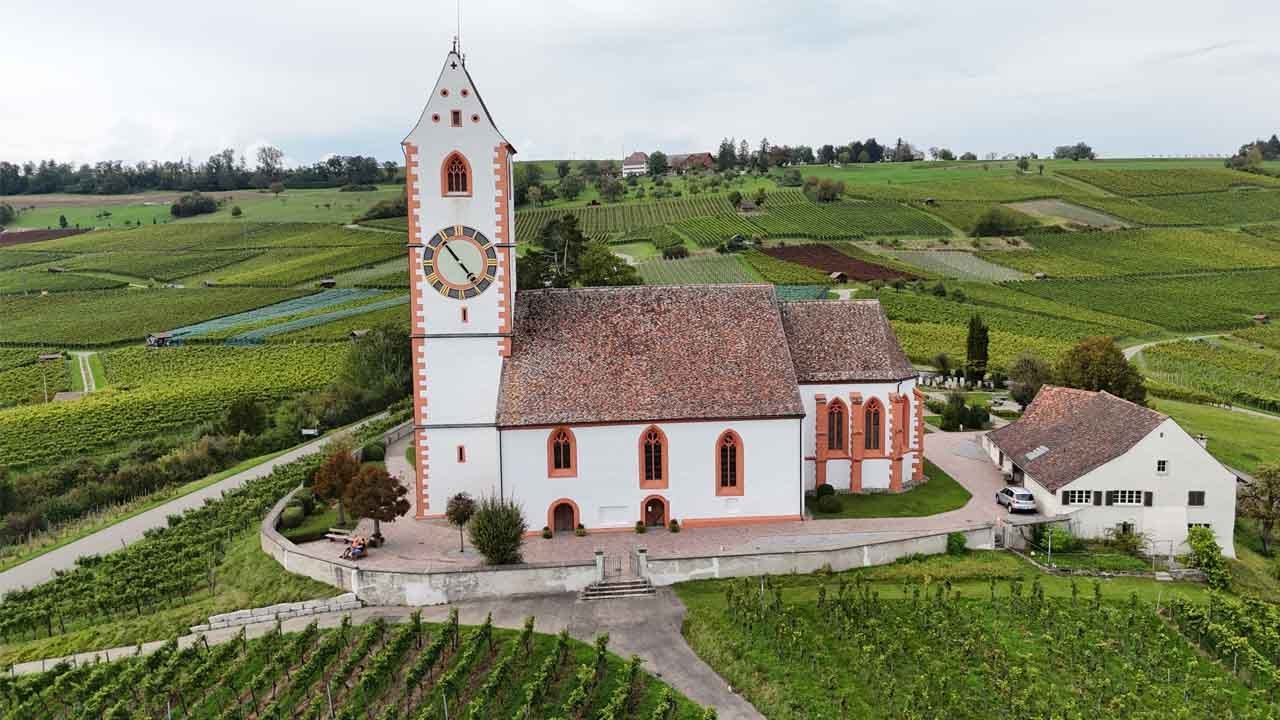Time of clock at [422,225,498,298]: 4:54
